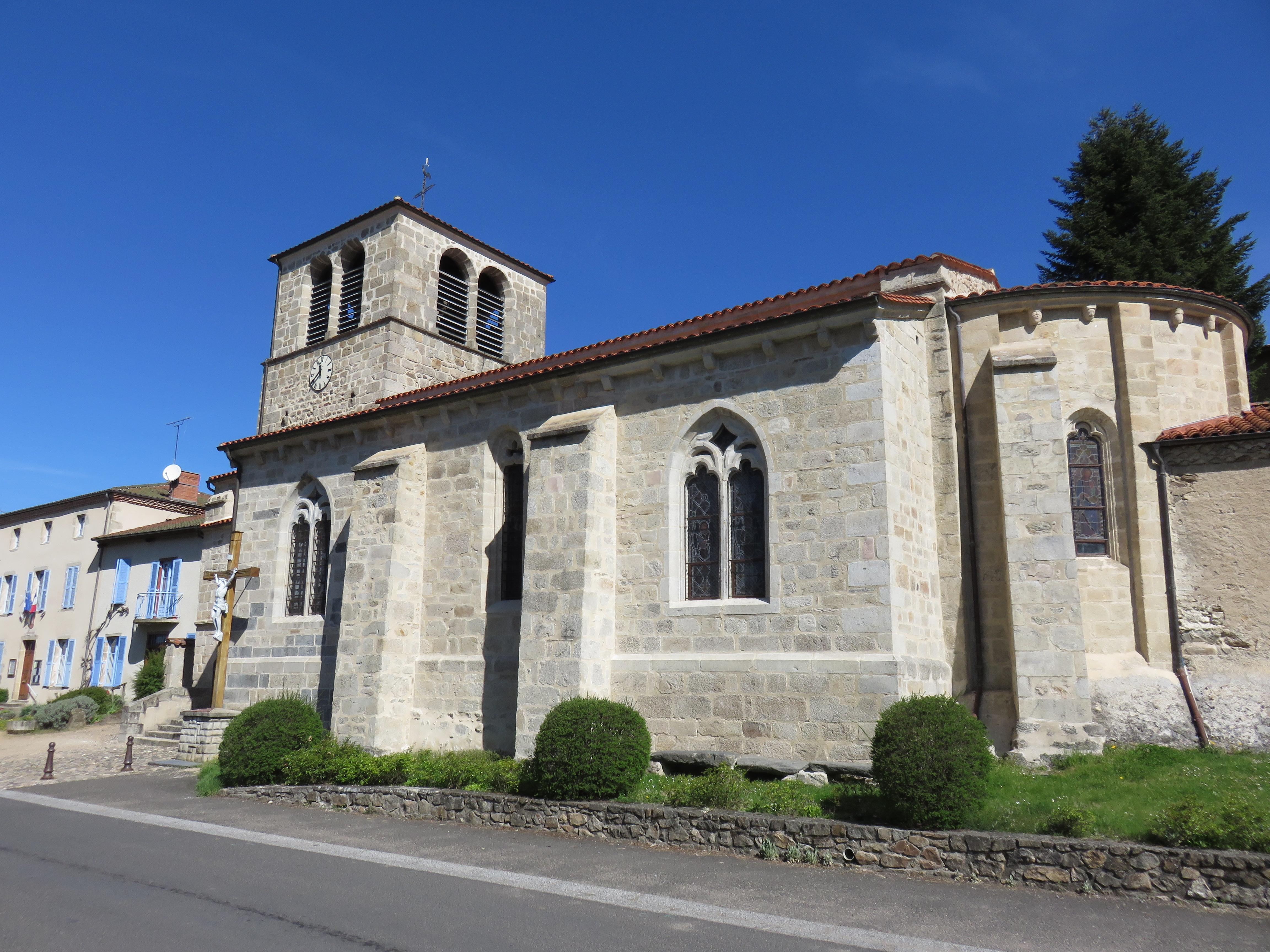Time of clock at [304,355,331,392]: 11:37
